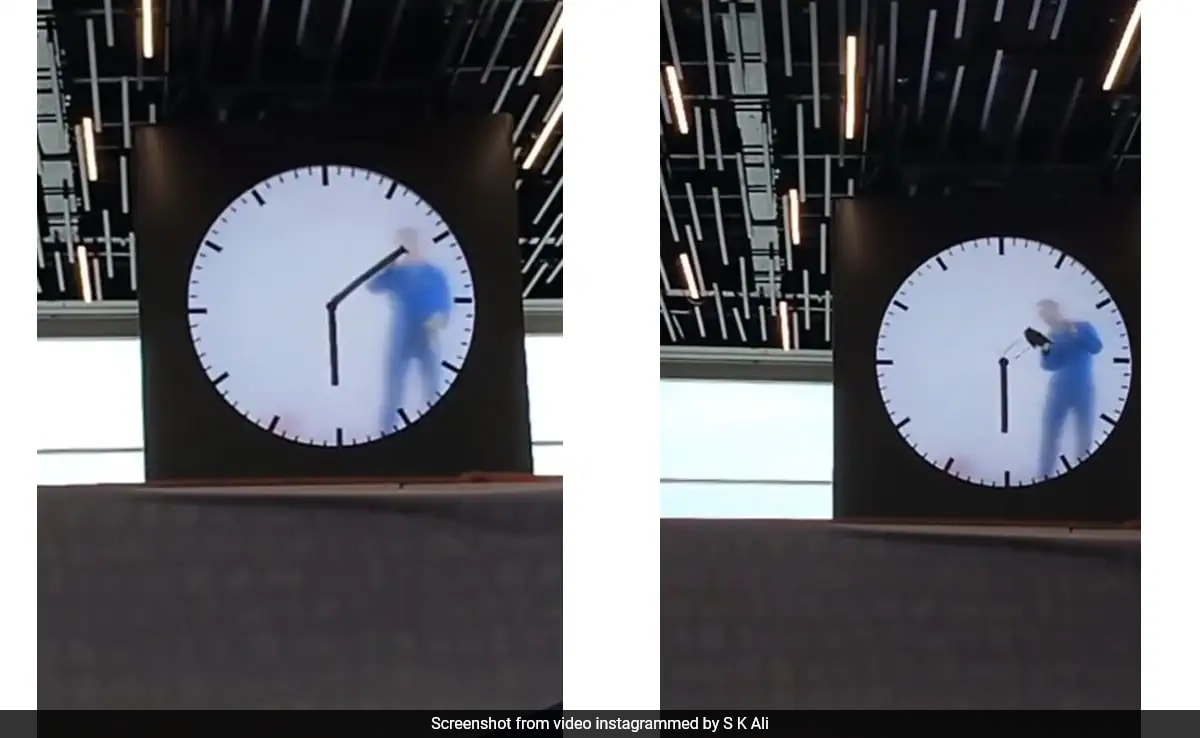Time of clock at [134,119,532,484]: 6:09
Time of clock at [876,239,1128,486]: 2:29
